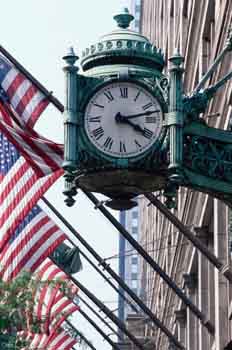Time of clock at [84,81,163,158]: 4:12
